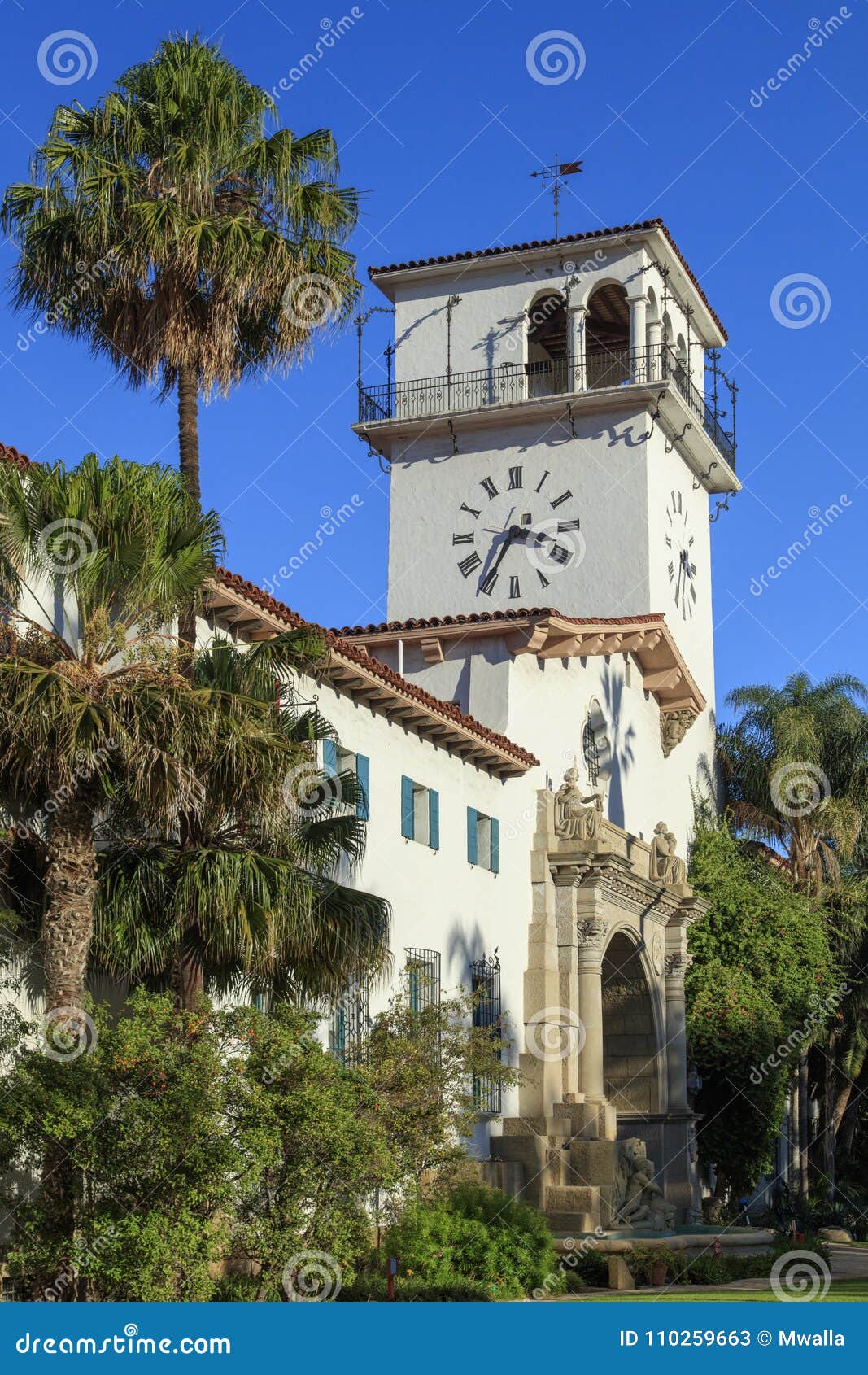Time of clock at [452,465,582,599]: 3:34
